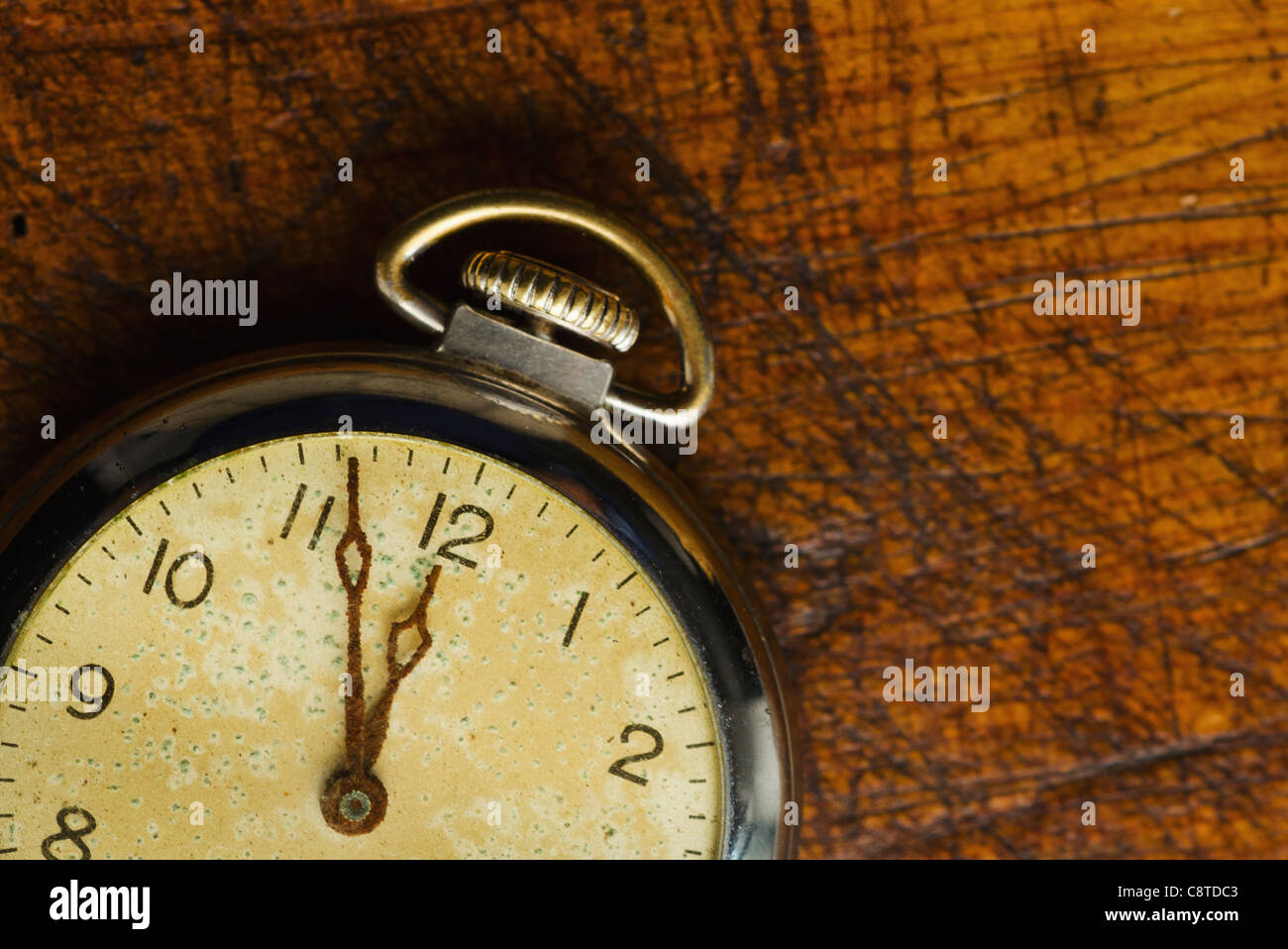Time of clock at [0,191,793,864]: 11:56
